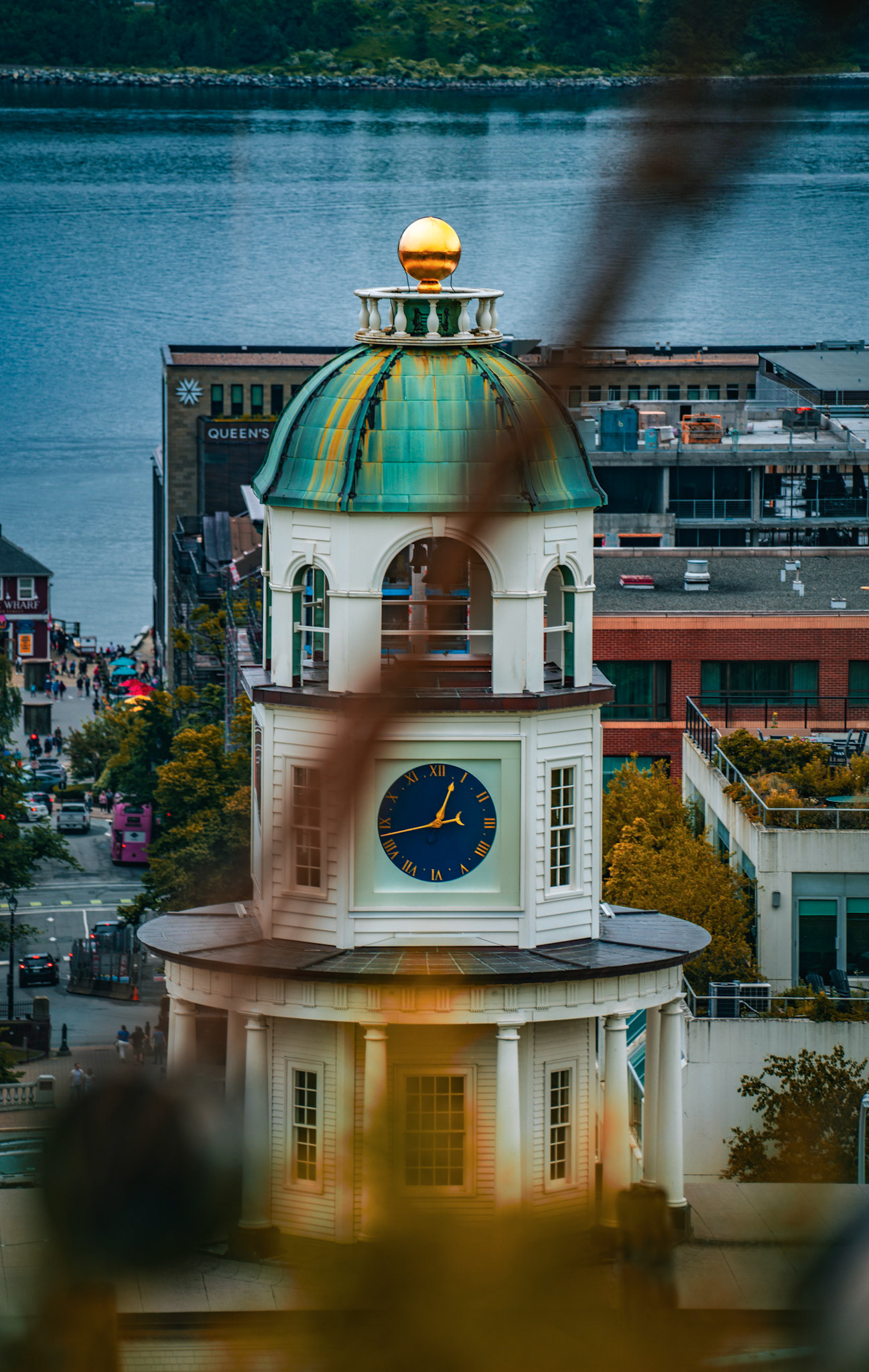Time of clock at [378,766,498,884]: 12:42
